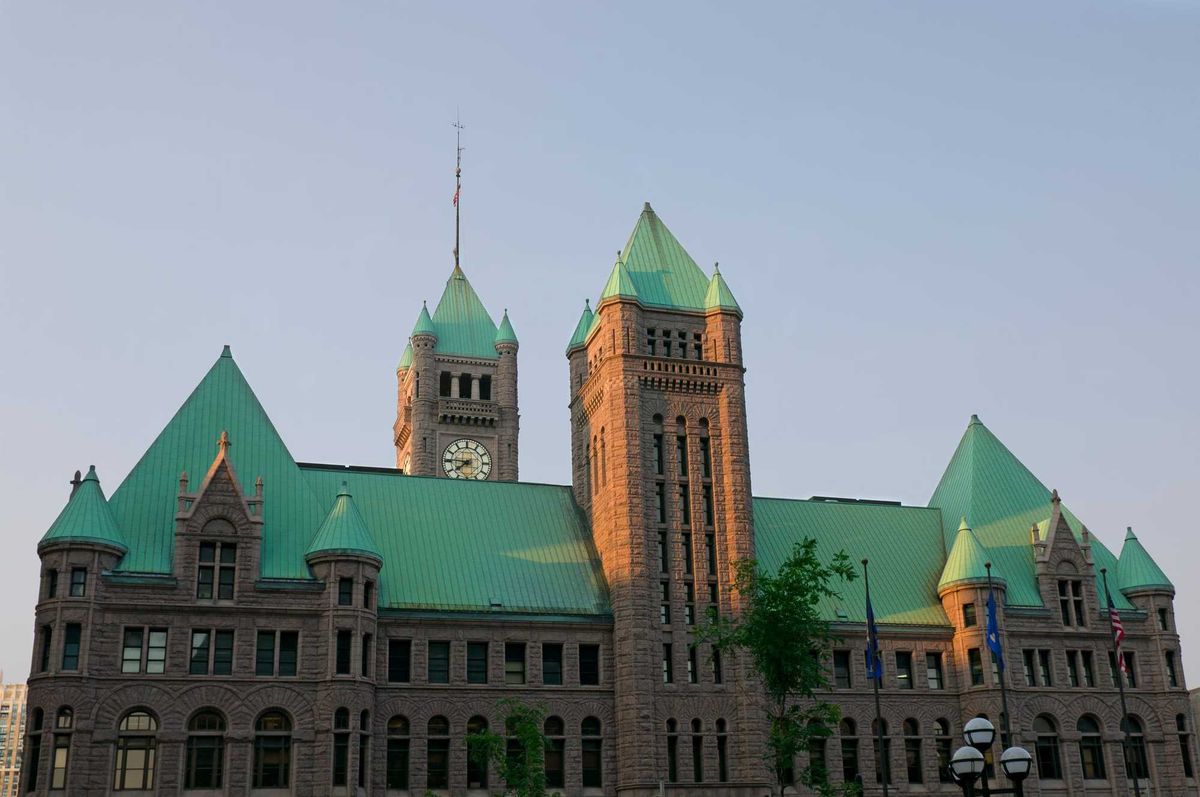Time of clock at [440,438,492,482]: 7:45
